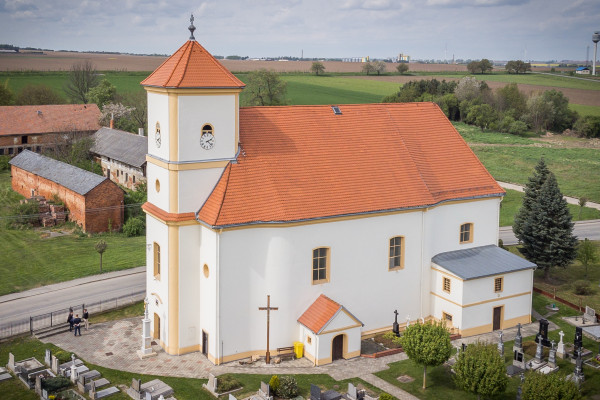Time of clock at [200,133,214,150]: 2:21
